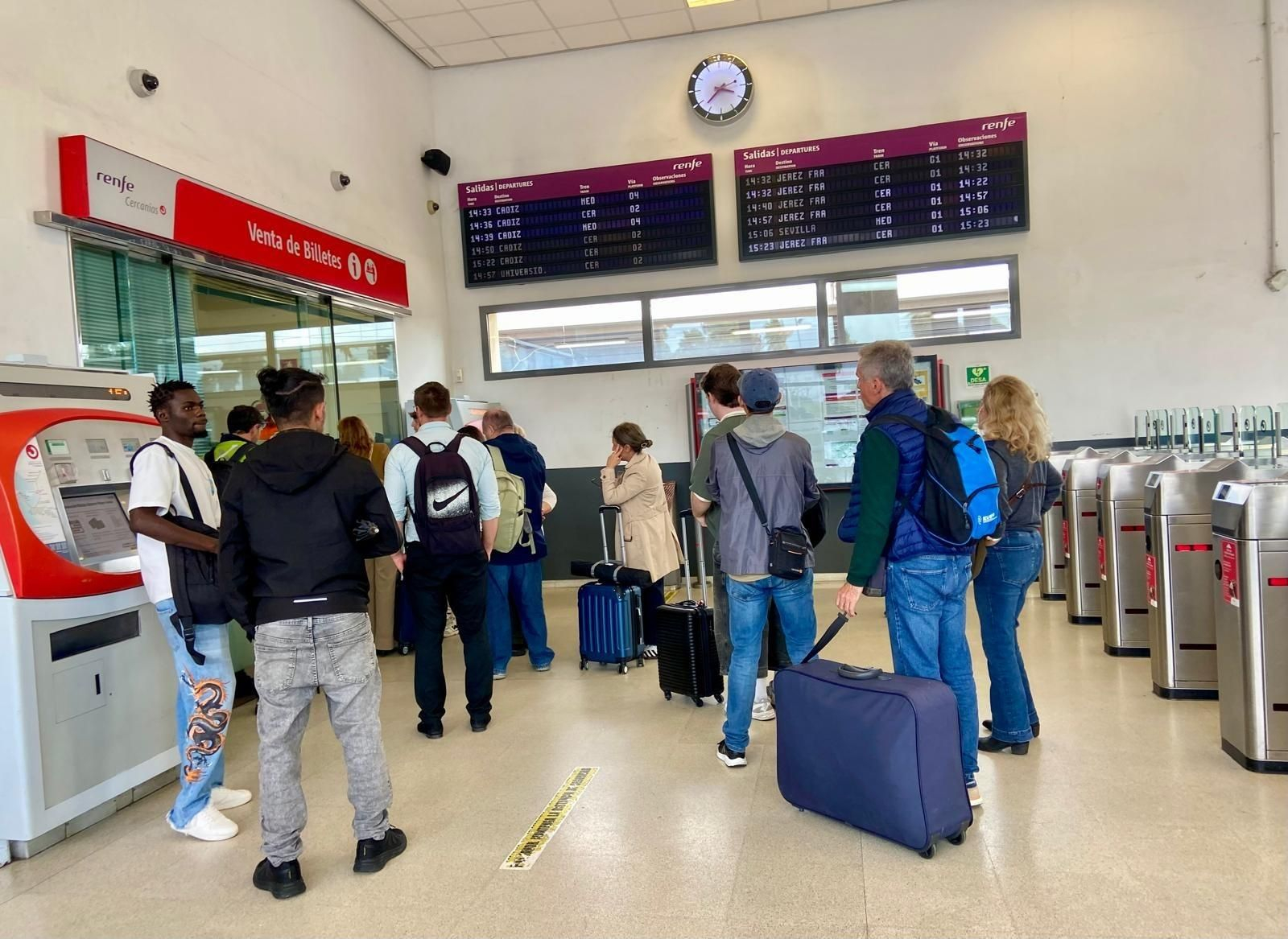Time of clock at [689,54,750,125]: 3:37
